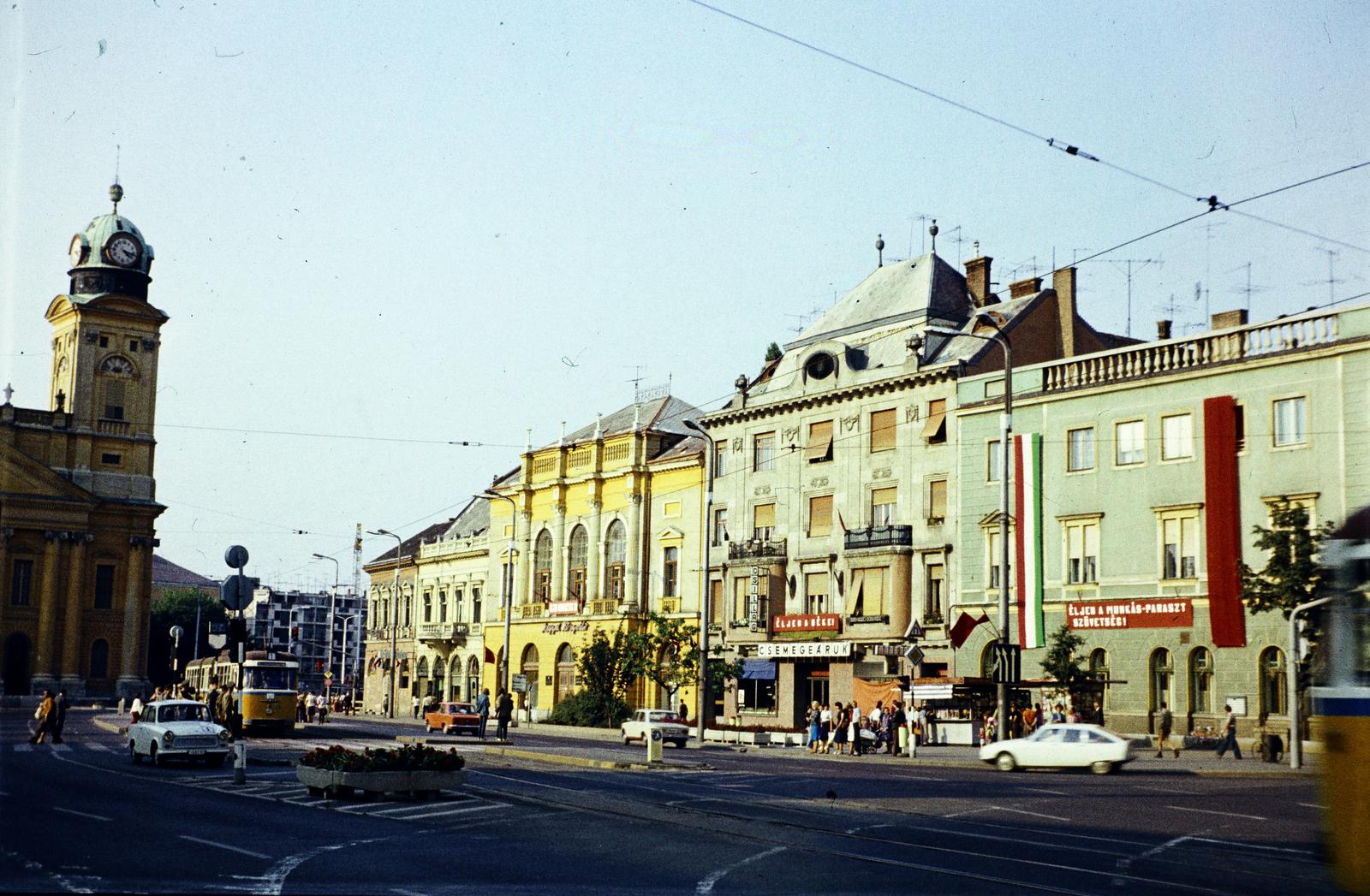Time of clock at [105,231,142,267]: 4:17
